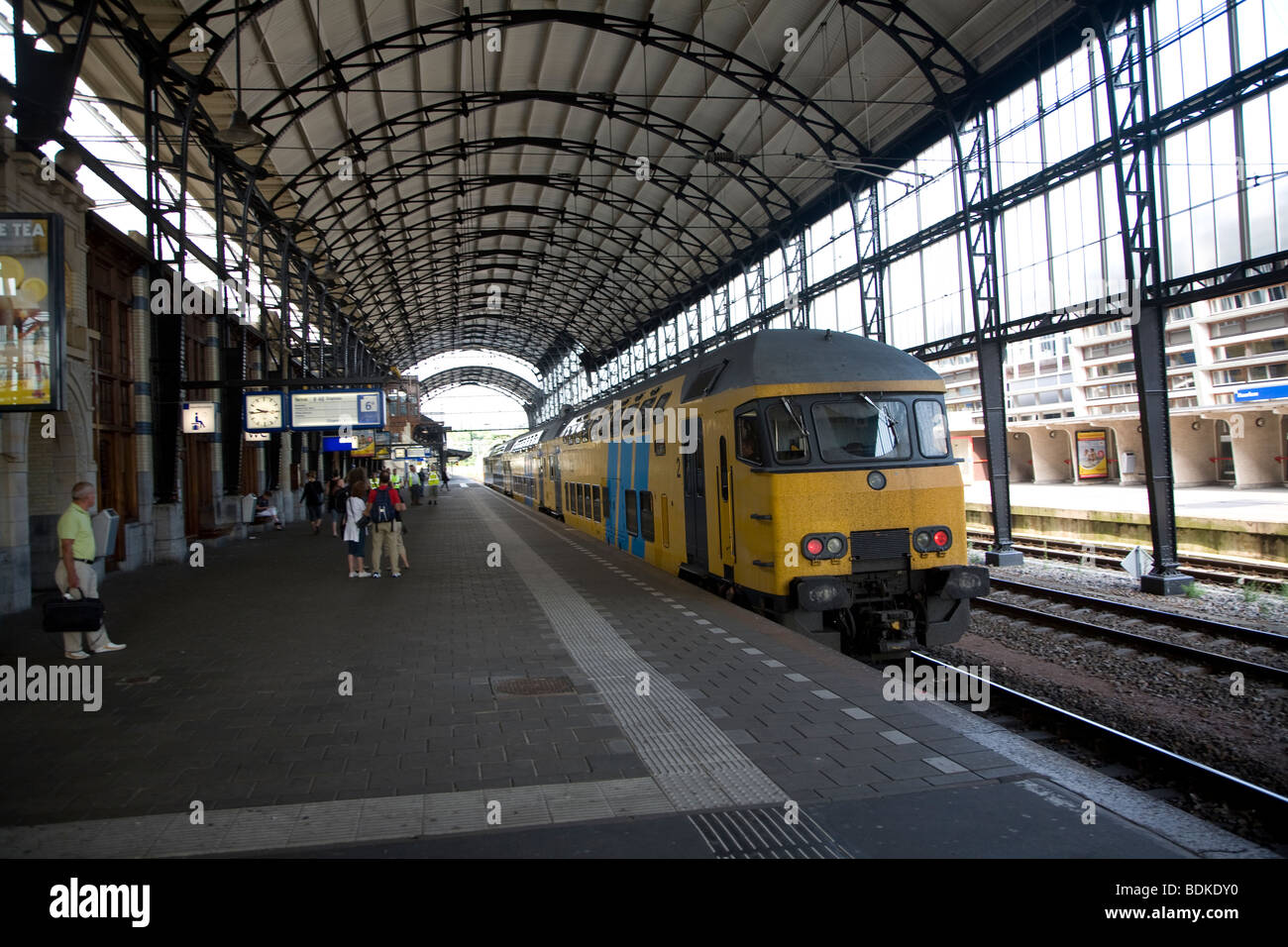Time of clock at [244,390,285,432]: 9:44
